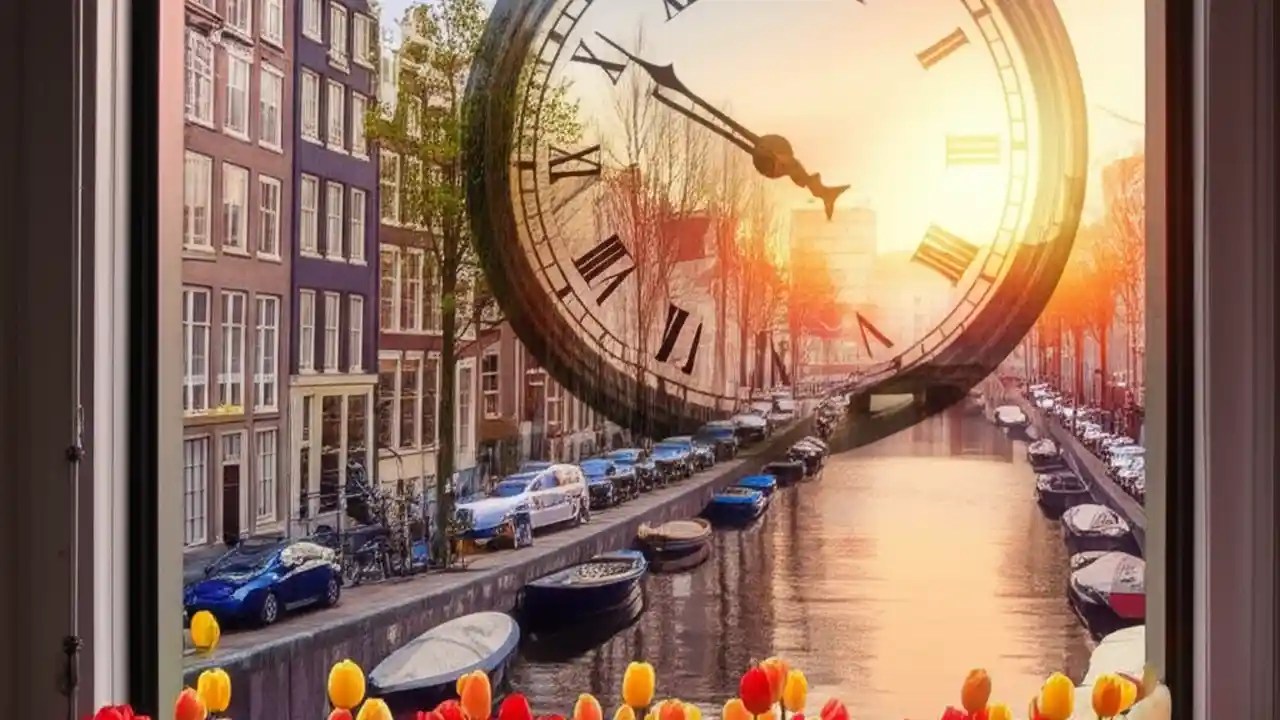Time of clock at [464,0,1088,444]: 9:50
